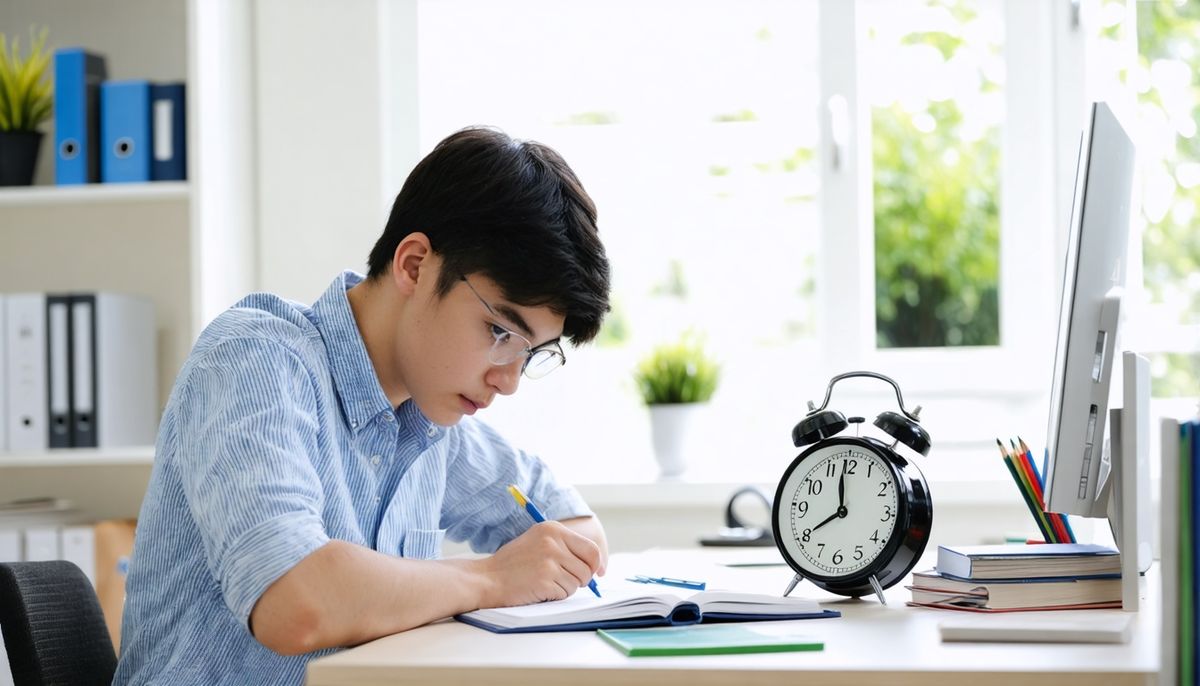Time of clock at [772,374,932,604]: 7:58
